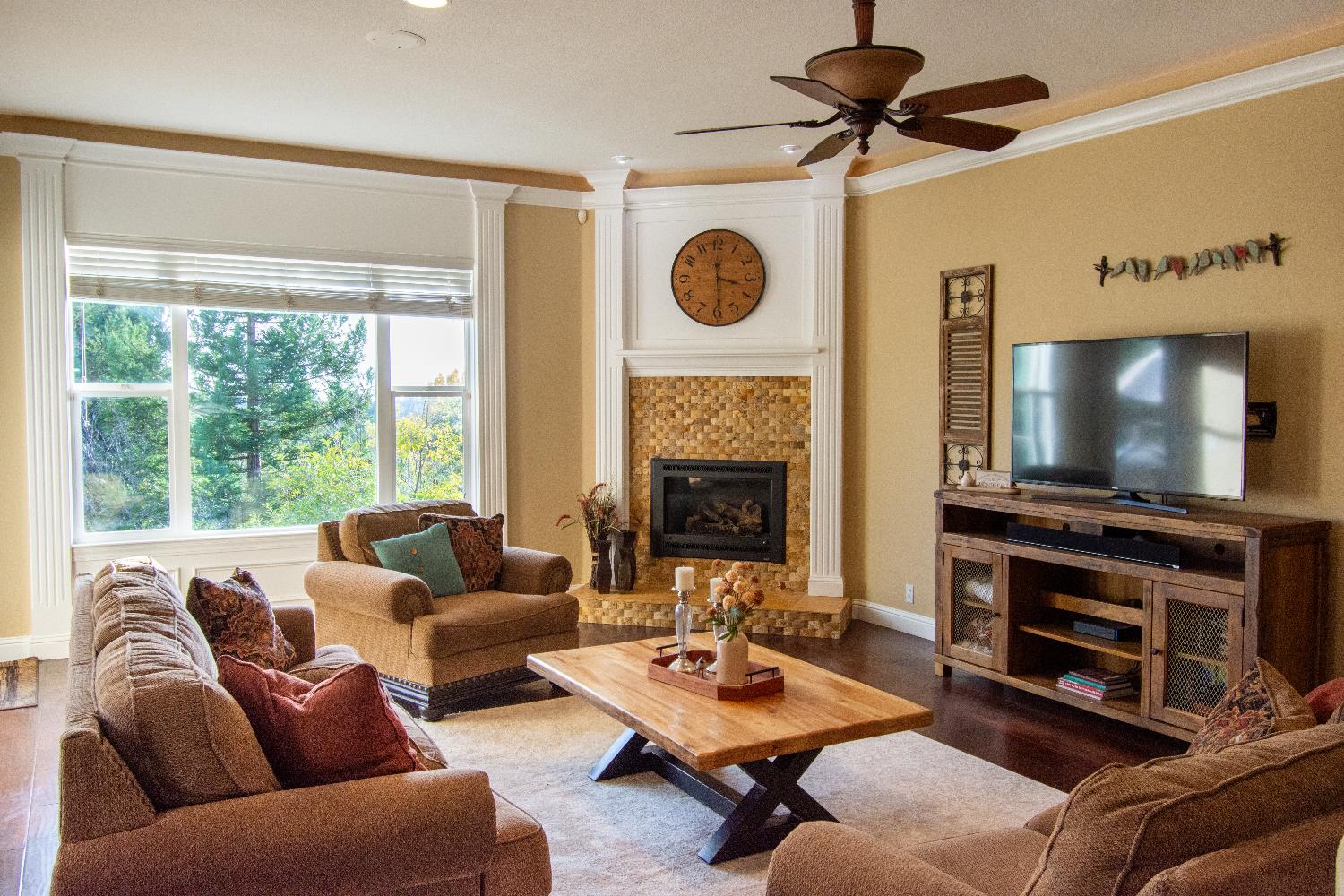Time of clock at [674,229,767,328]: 3:29
